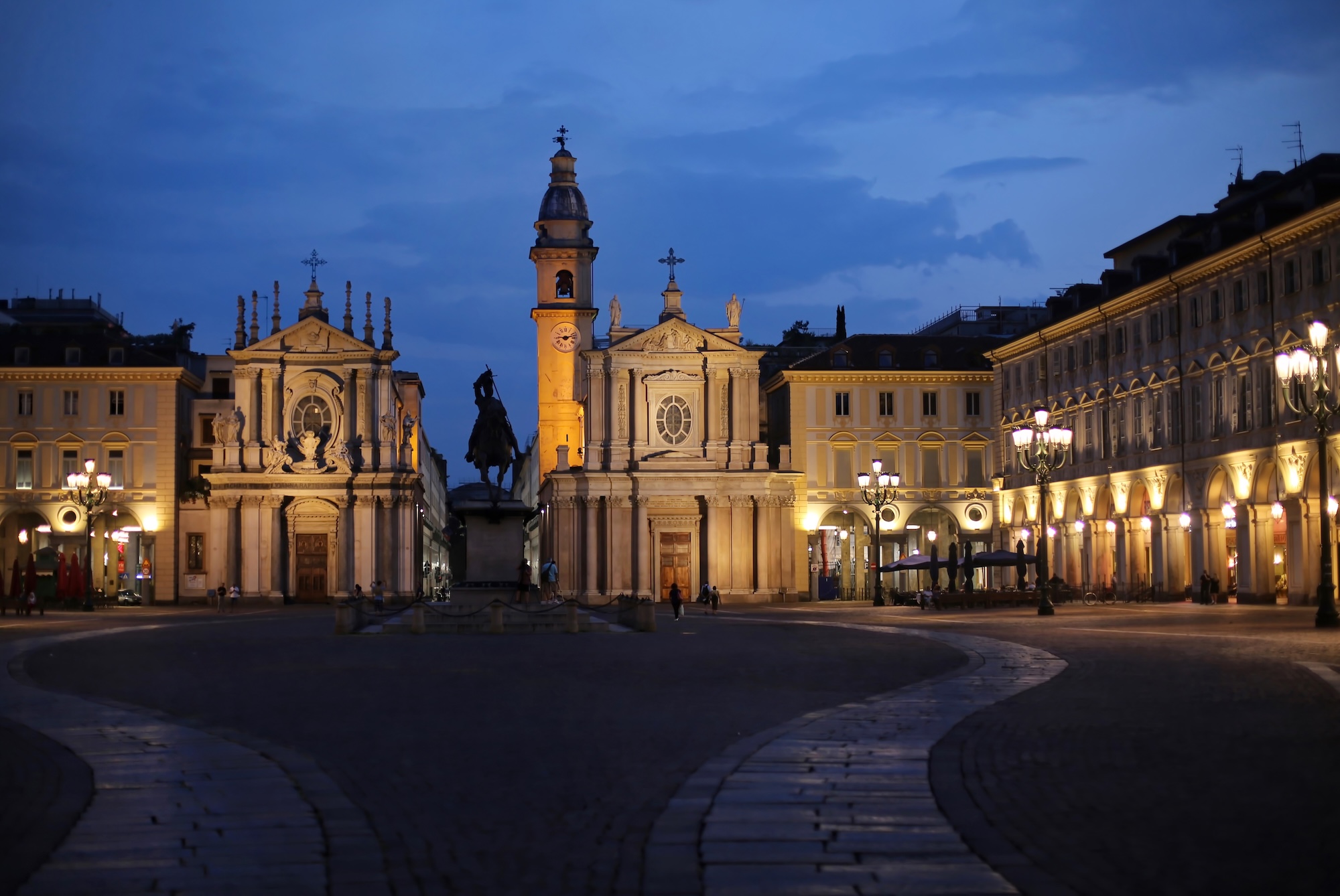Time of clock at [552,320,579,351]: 9:12
